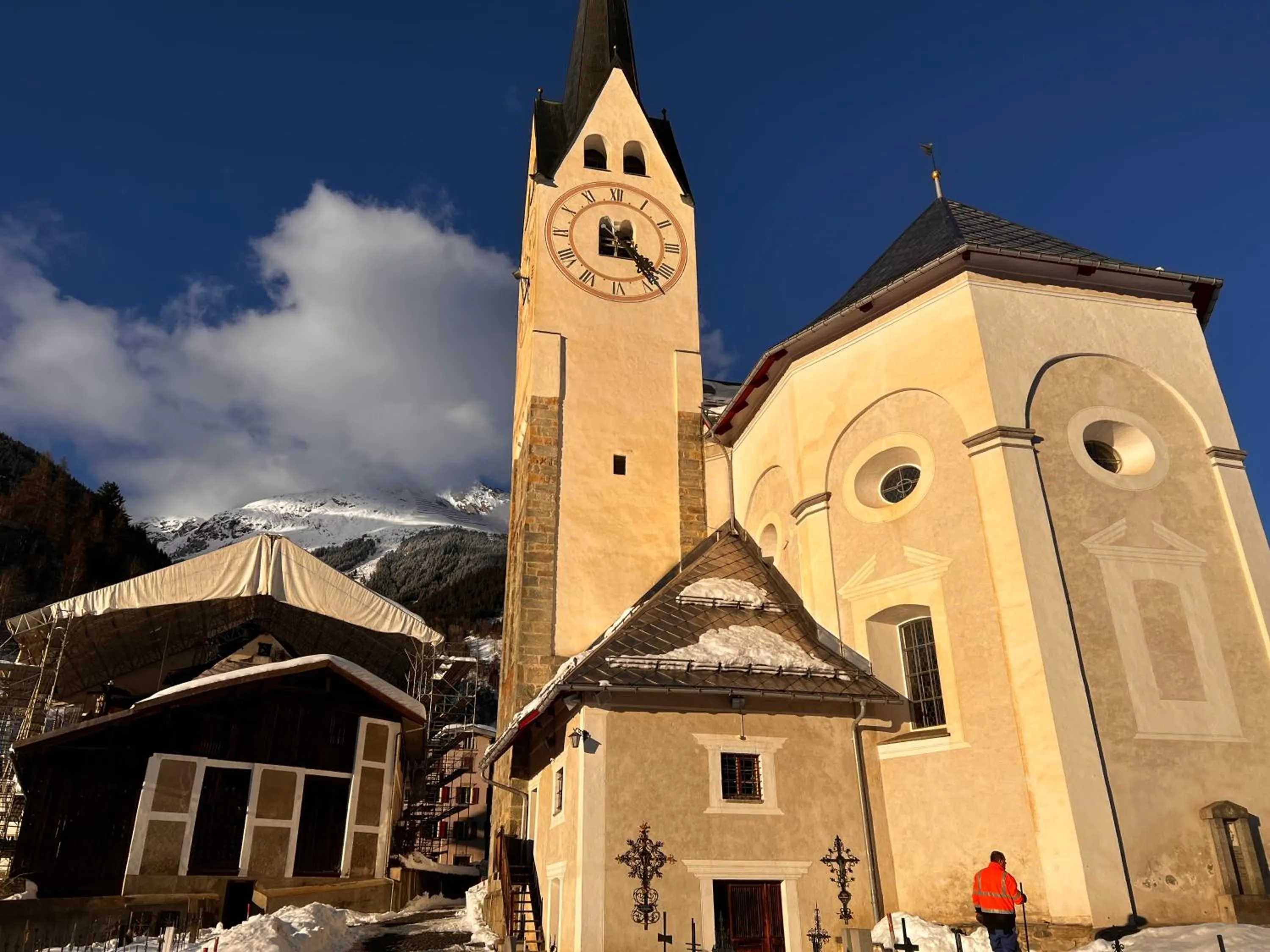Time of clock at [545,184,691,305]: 4:23
